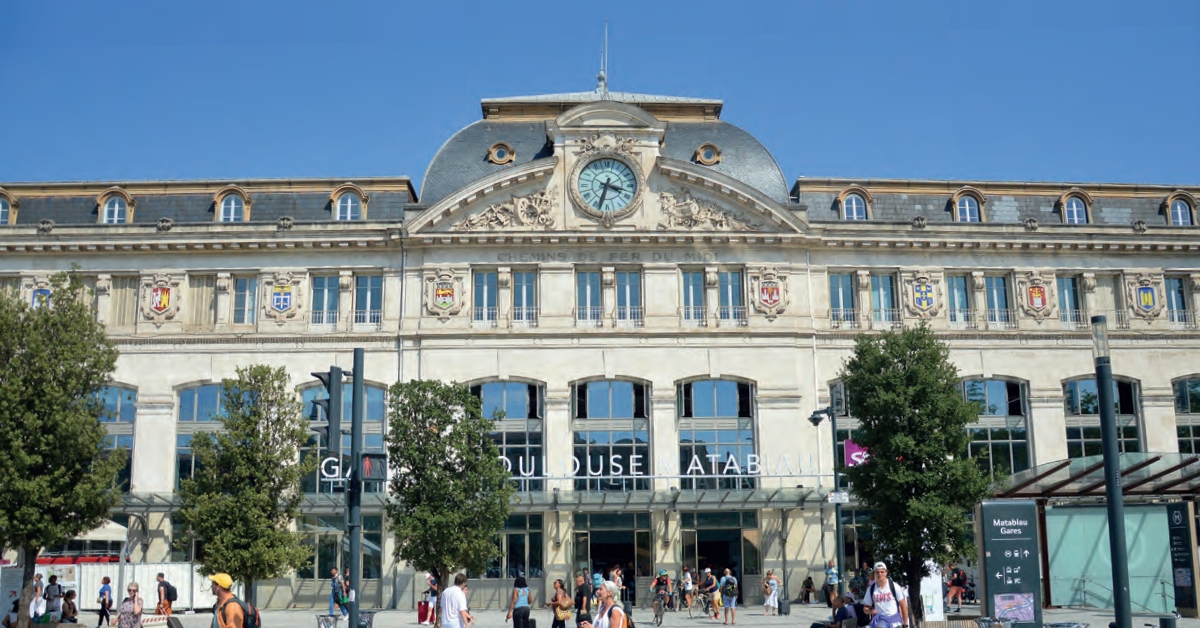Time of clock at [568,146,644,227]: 3:33
